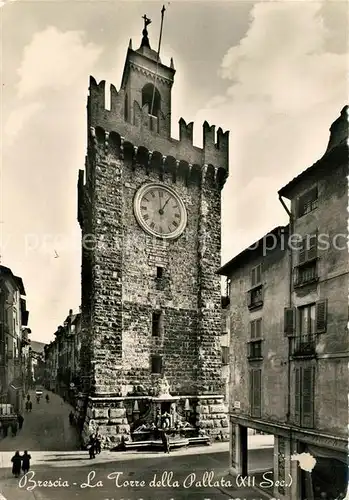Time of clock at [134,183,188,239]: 1:00
